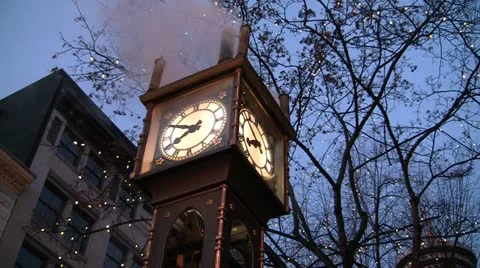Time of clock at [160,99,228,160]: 7:50
